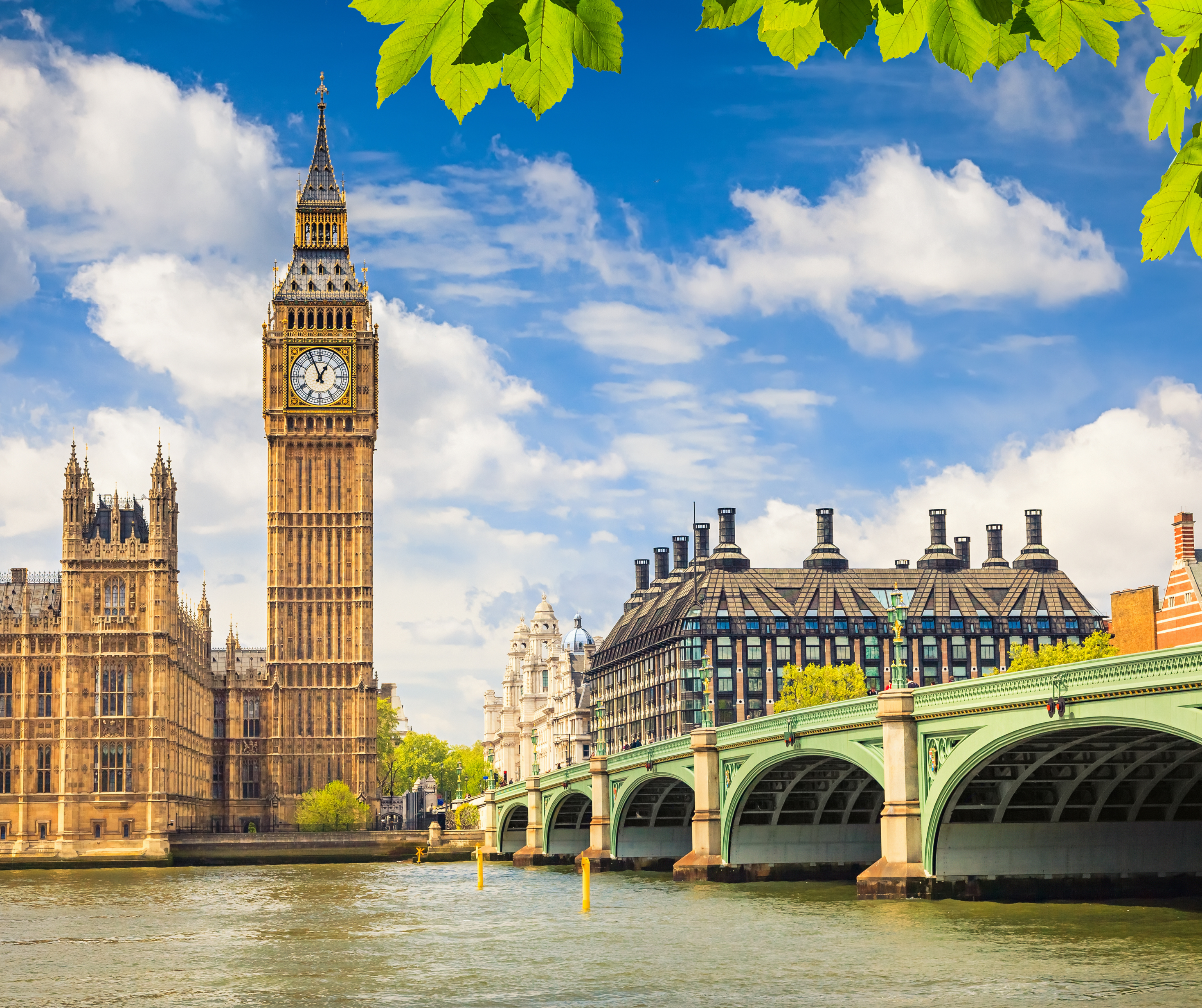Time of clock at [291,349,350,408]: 12:56
